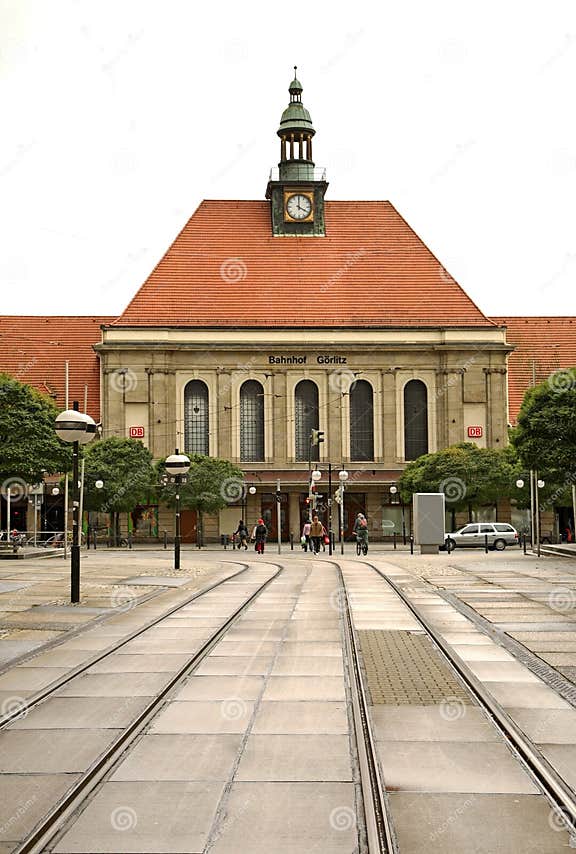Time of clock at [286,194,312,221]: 4:00
